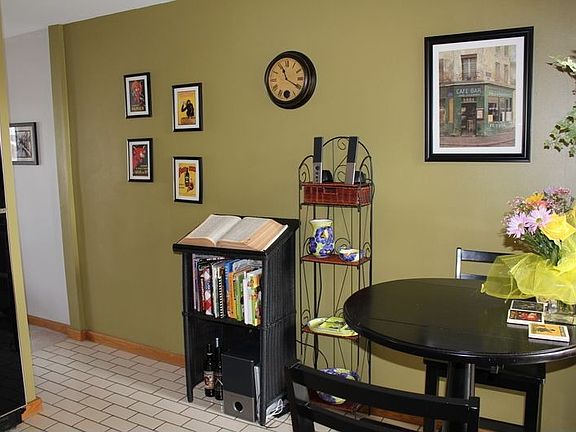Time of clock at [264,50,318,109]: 11:19
